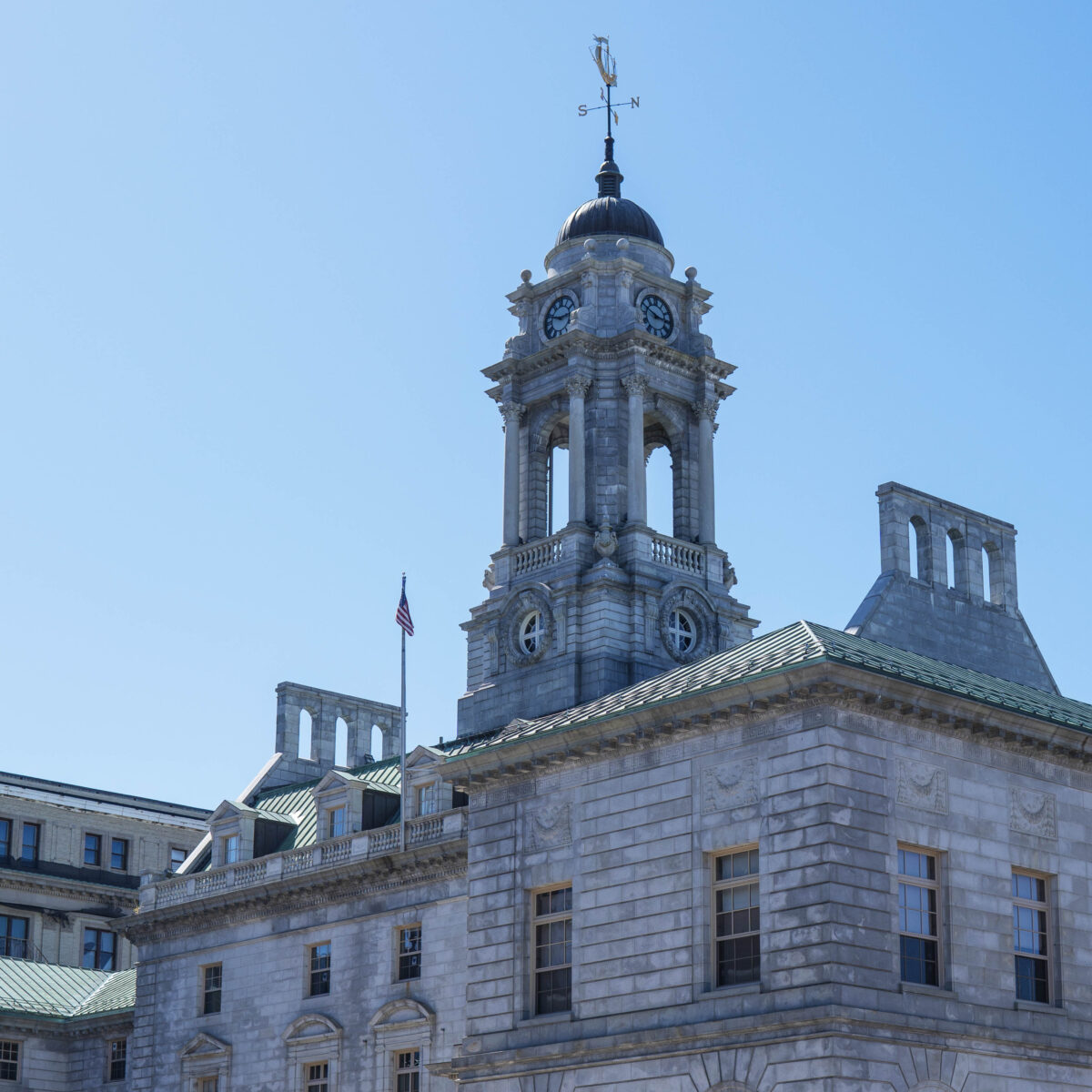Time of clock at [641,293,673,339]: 2:48
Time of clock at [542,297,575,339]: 2:48
